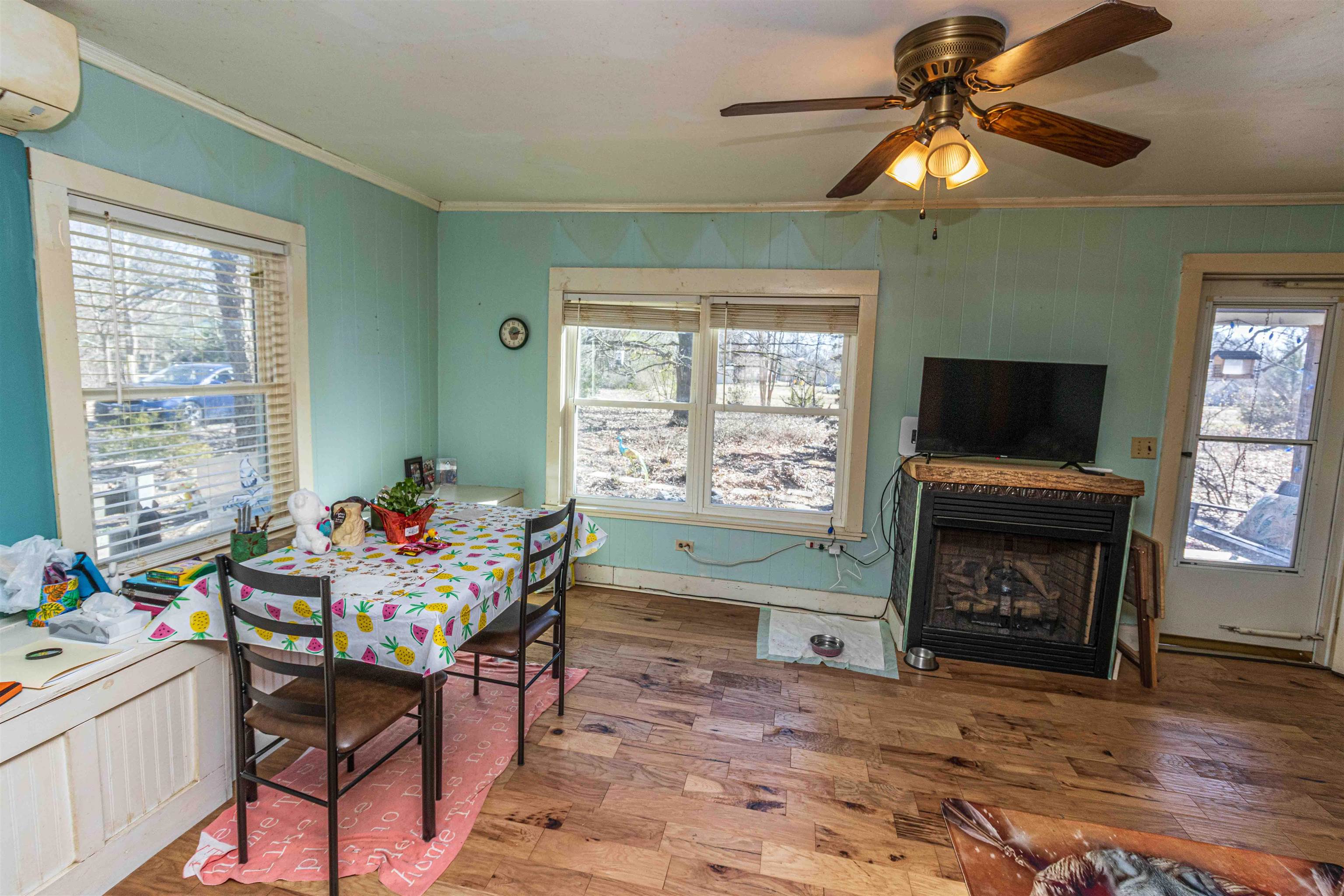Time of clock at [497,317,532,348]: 2:14
